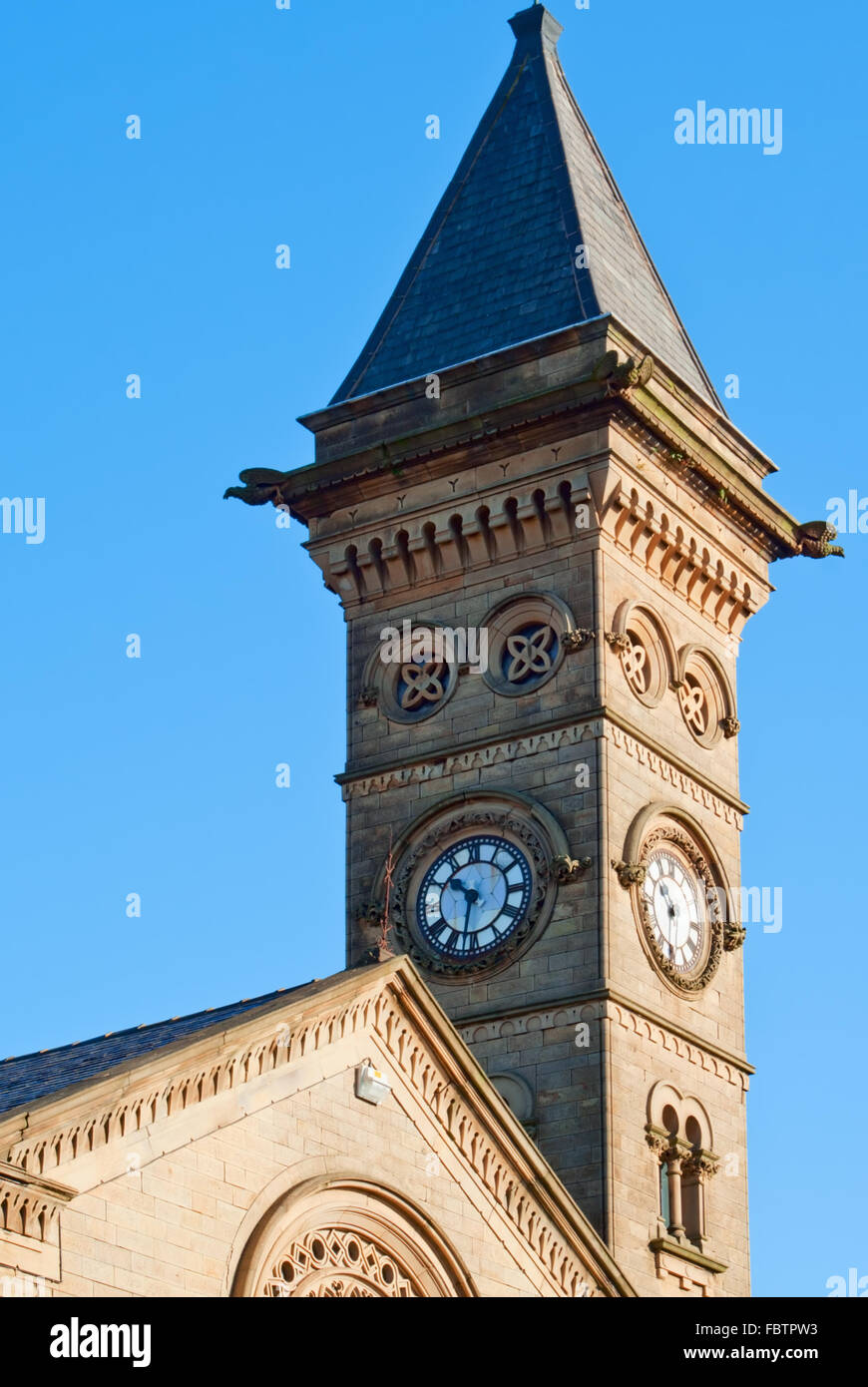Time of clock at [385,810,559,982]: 10:32
